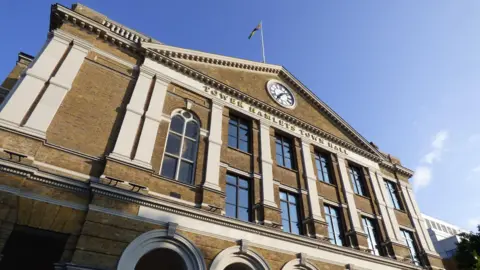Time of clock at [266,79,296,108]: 7:08
